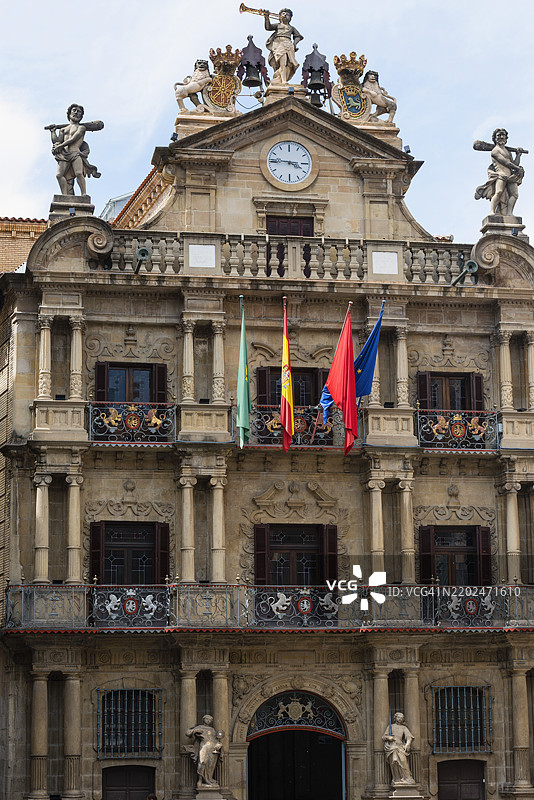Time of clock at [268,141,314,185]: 3:45
